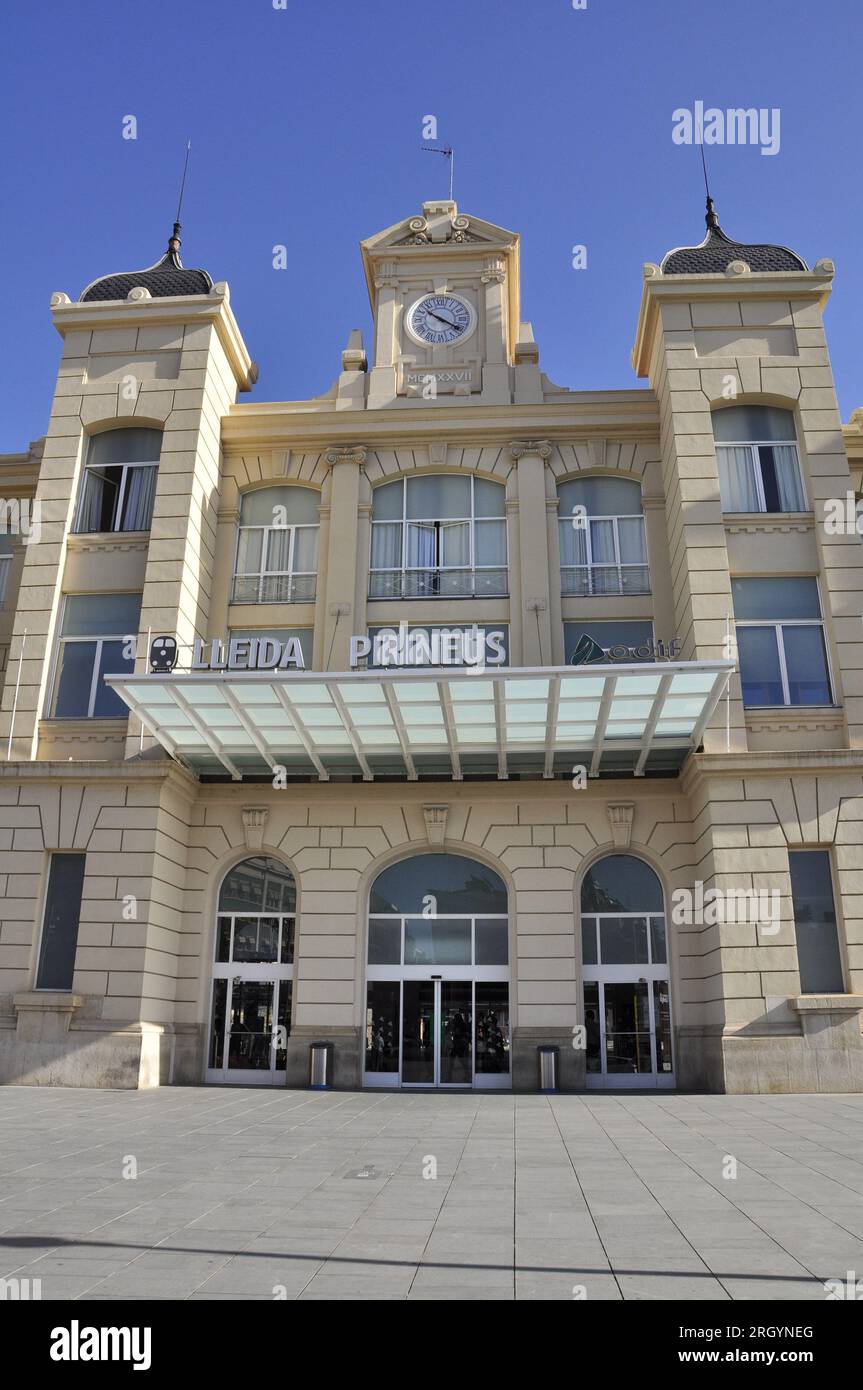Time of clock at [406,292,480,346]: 10:20
